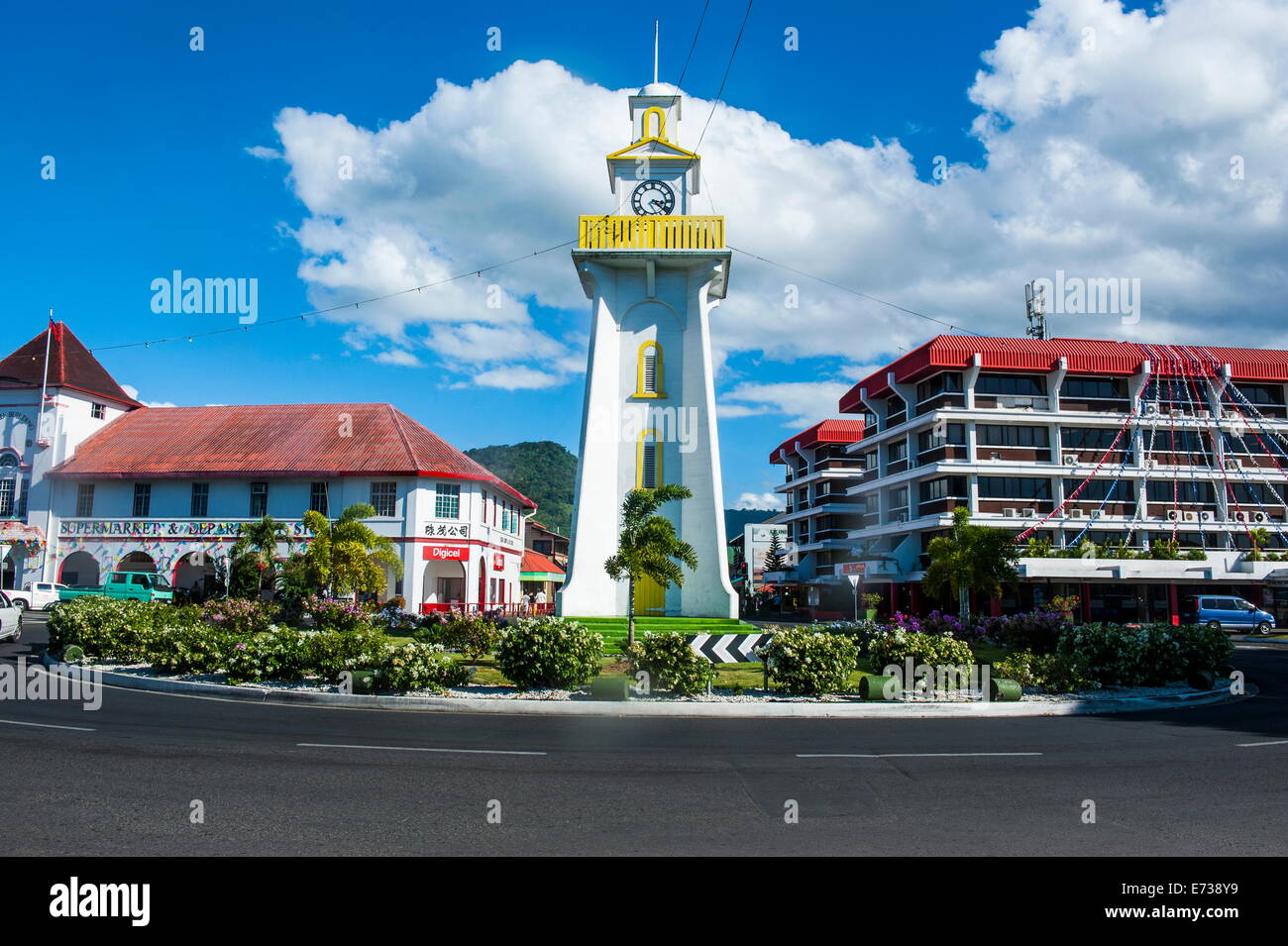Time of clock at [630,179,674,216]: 3:22
